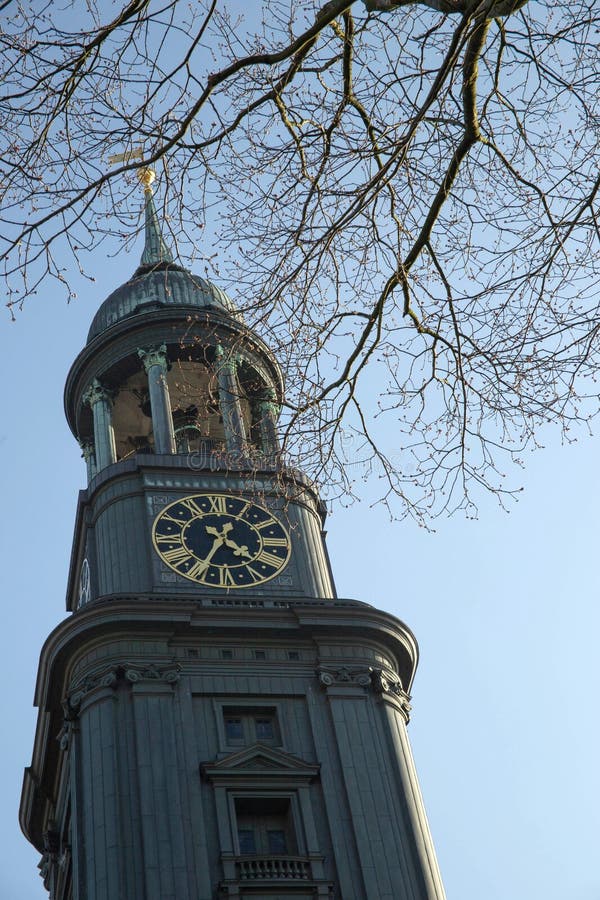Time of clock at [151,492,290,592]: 4:34
